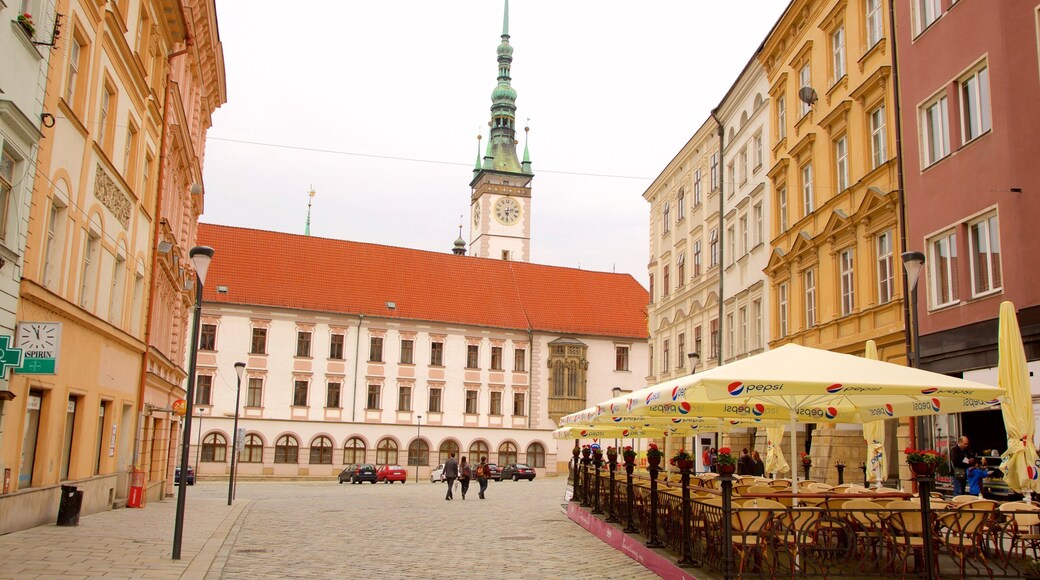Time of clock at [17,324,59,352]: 11:55
